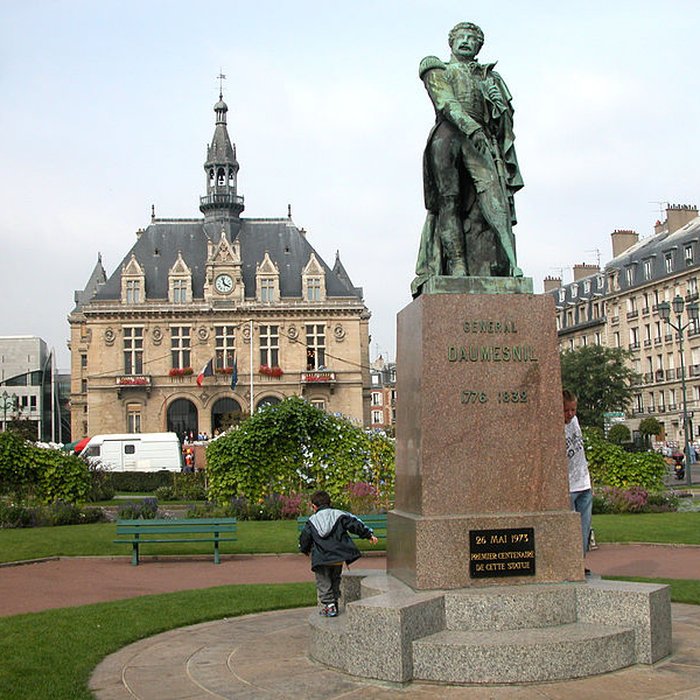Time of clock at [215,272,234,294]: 3:57
